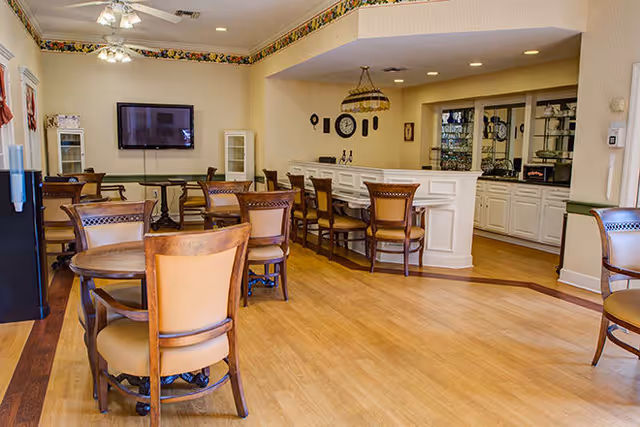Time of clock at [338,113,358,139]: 12:11
